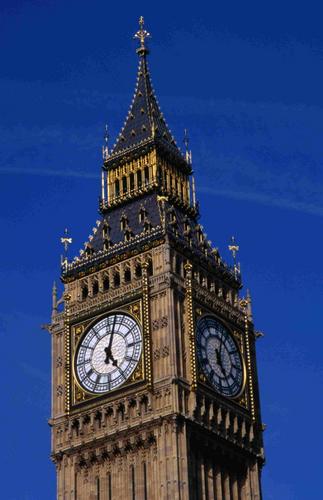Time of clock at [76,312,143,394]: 5:03
